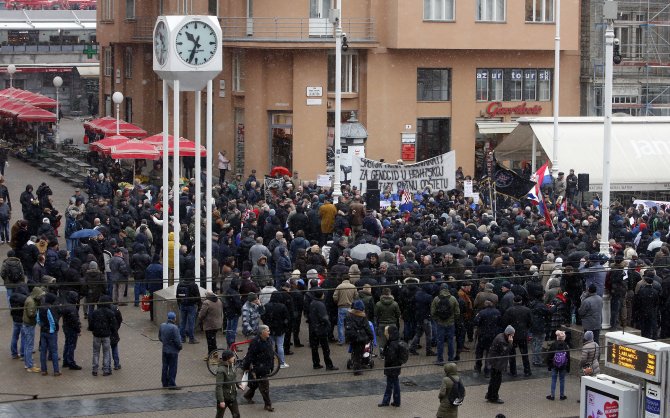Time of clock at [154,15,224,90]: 10:33
